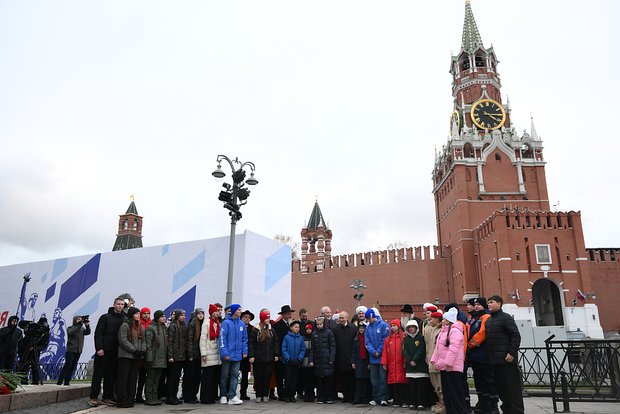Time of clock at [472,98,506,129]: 4:14
